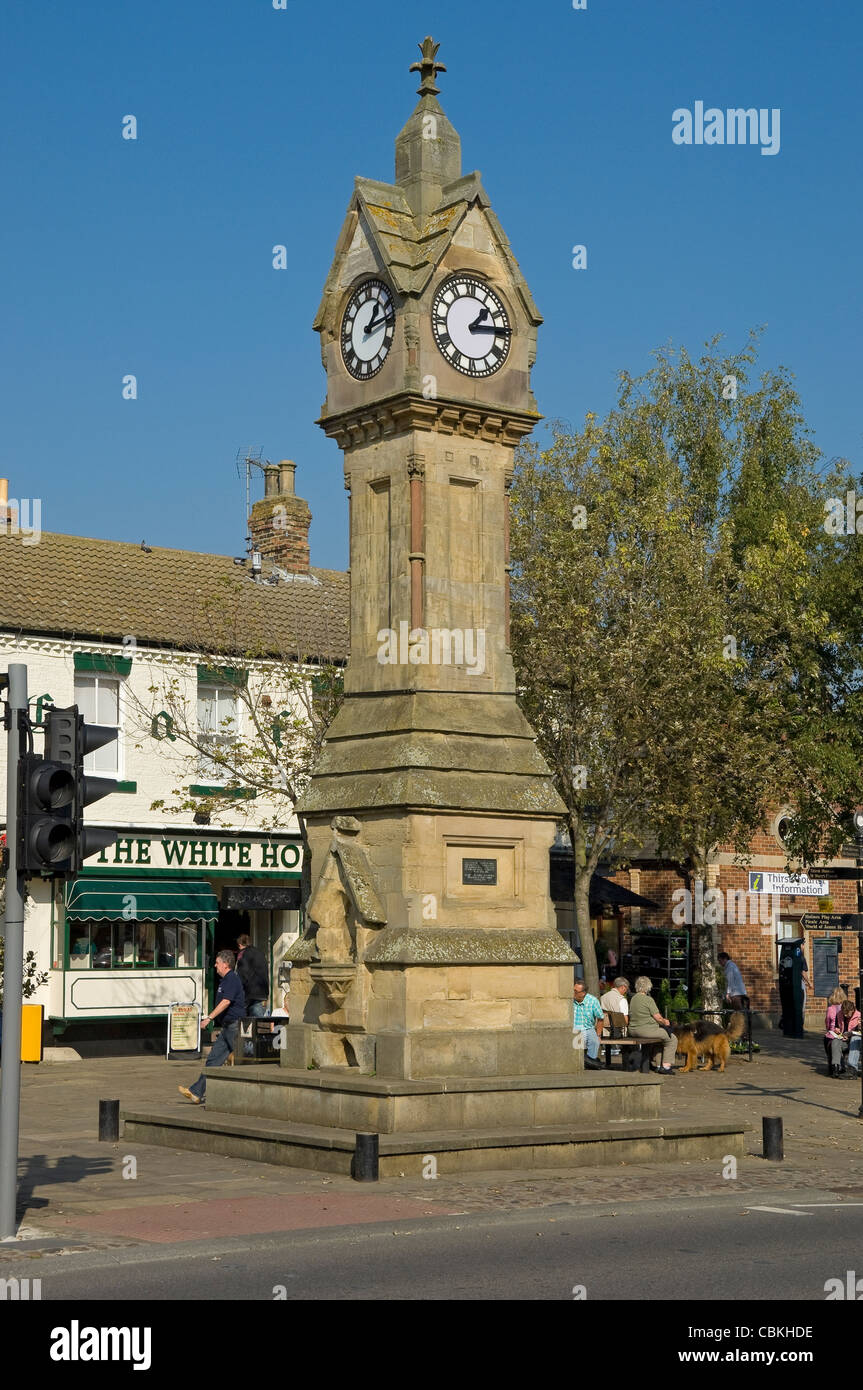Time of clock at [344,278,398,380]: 1:13
